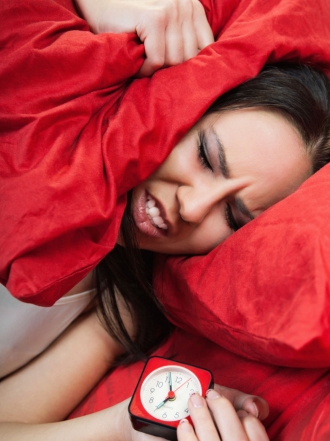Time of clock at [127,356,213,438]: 6:56
